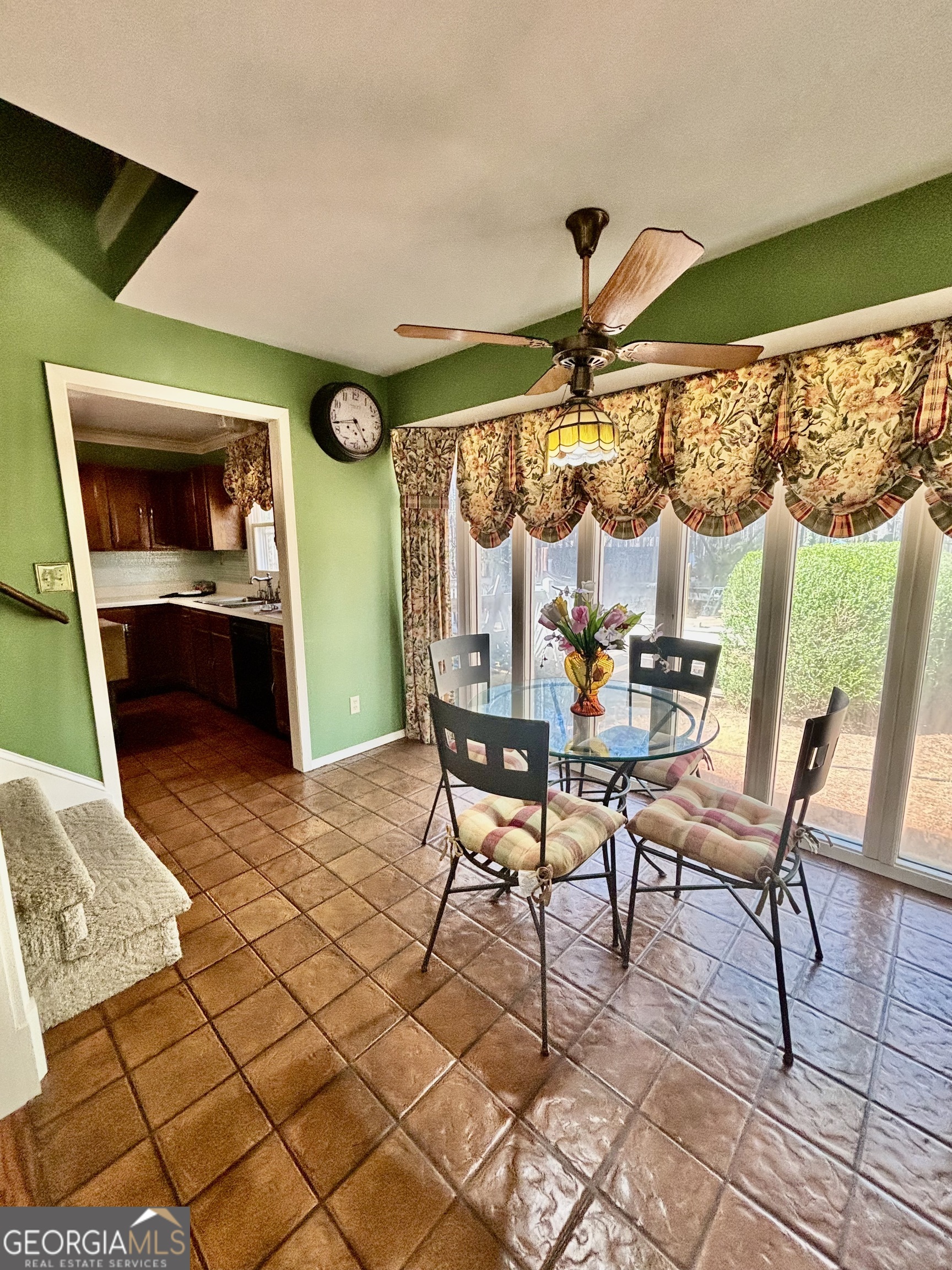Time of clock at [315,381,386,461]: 4:42
